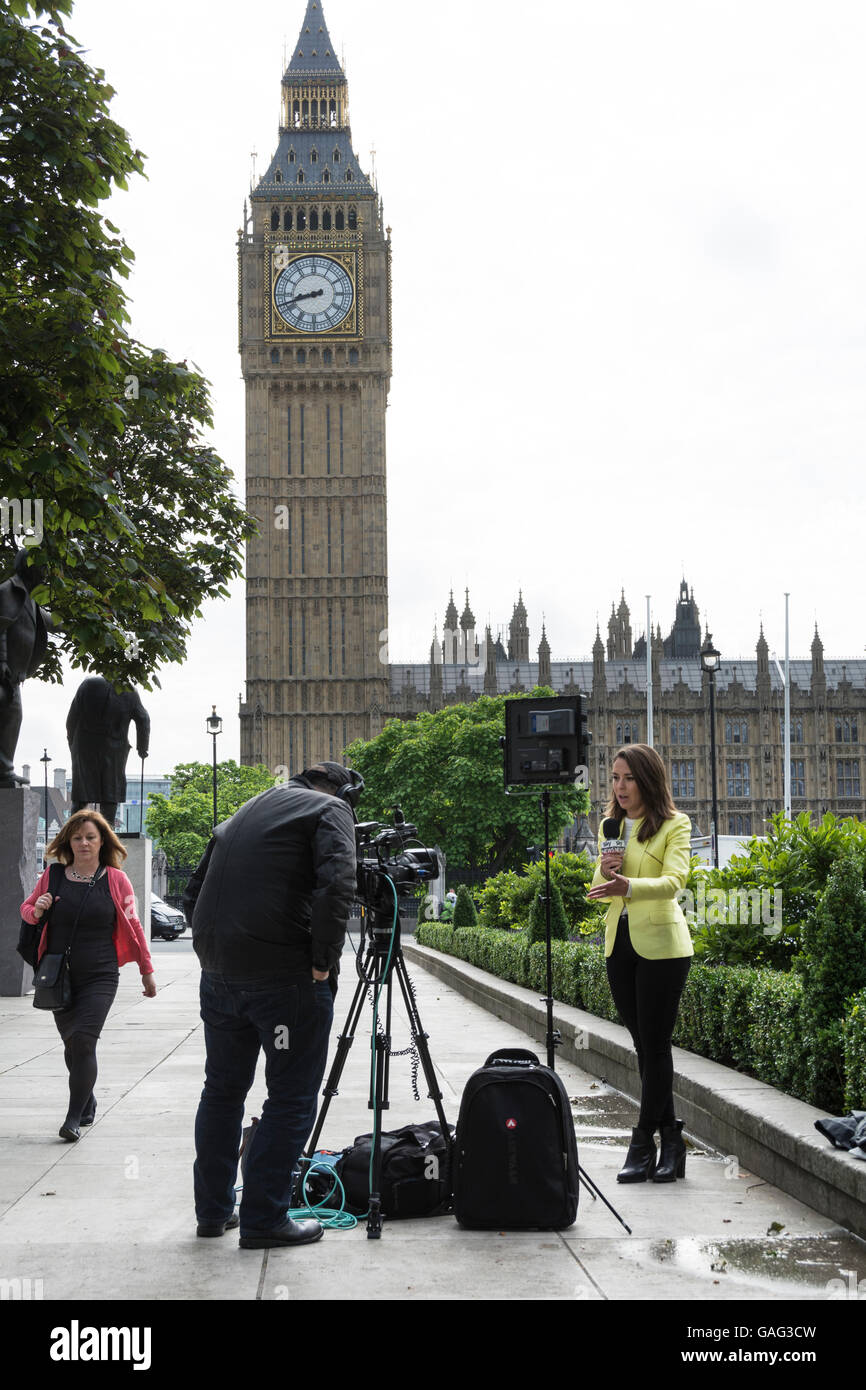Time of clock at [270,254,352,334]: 8:41
